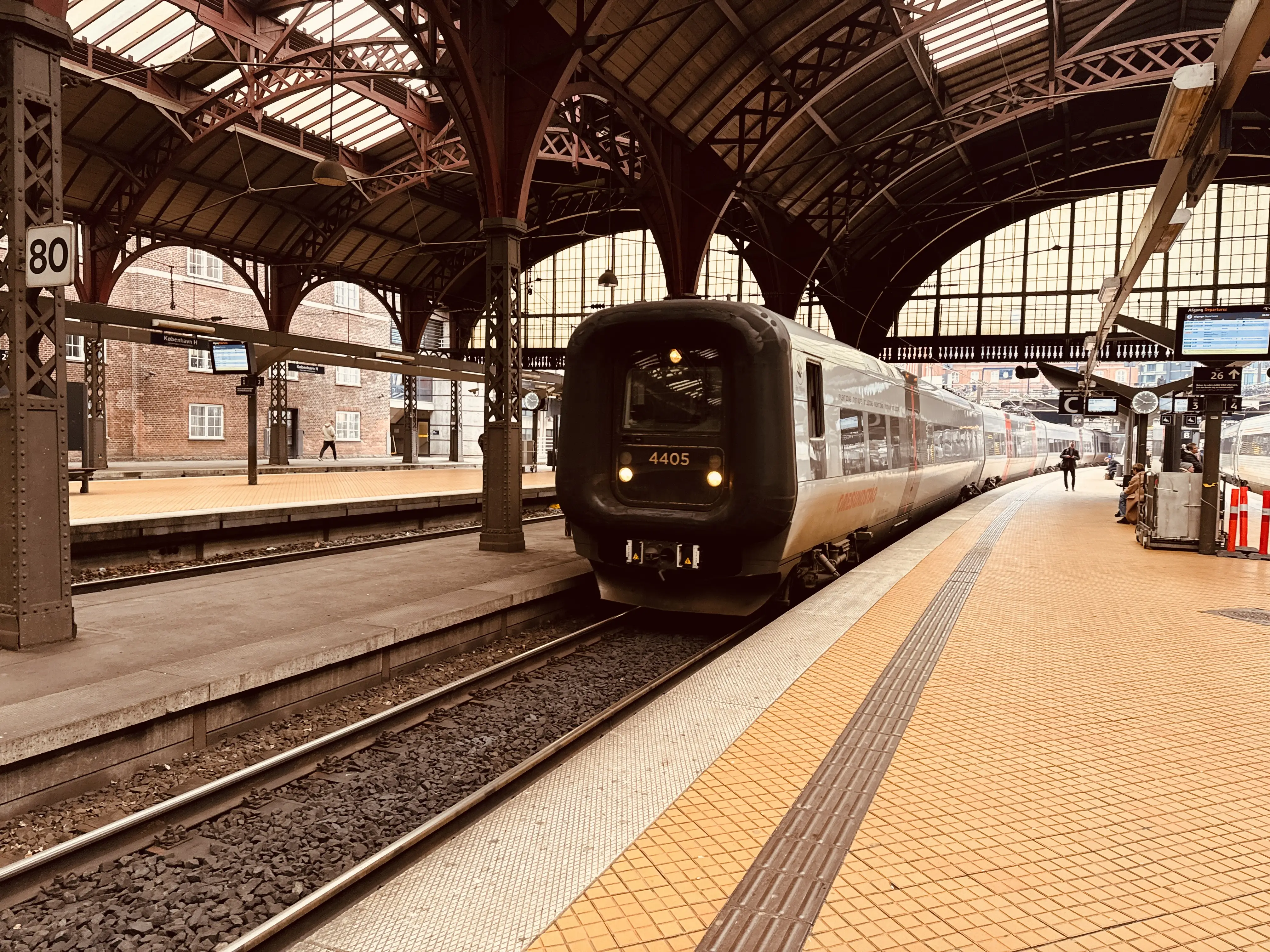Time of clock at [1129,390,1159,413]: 2:50
